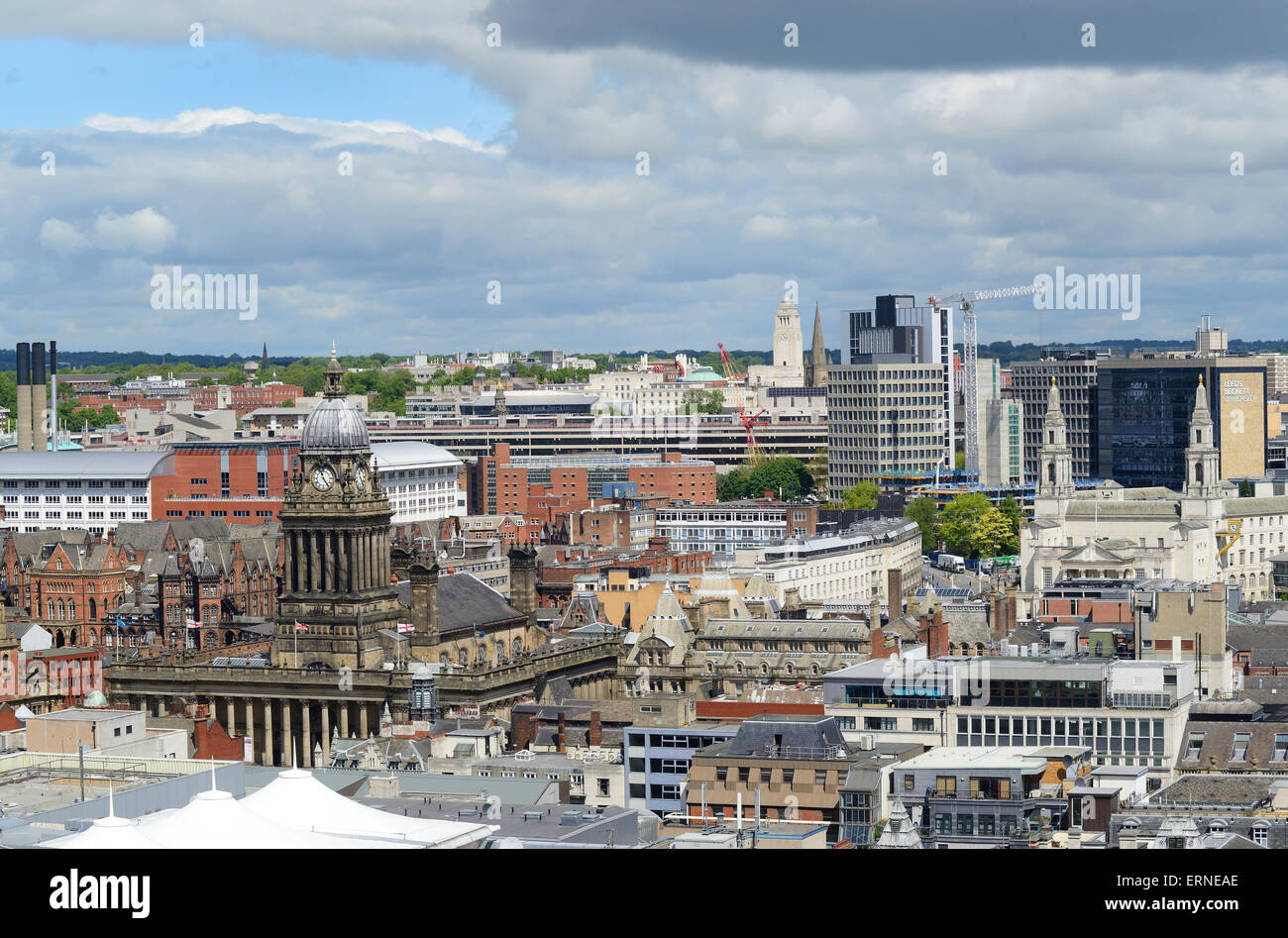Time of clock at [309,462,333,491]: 11:24
